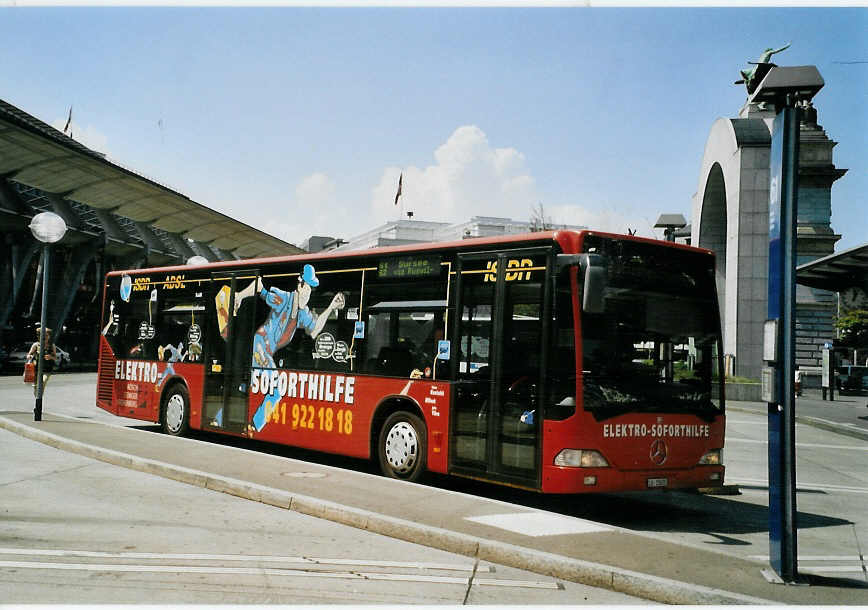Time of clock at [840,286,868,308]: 1:02
